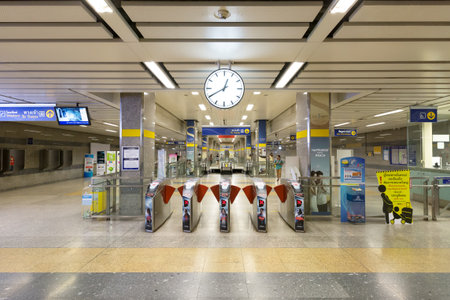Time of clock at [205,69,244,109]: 12:40
